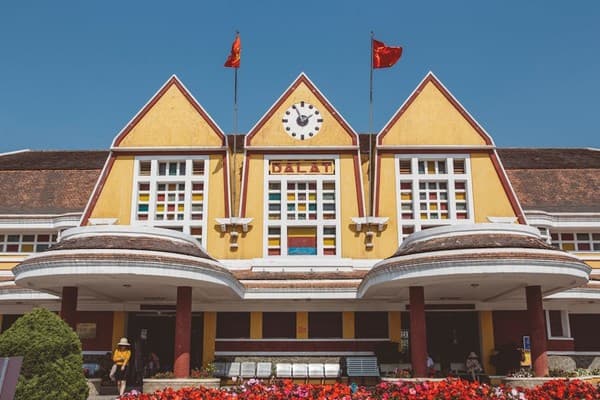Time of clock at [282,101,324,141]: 1:56
